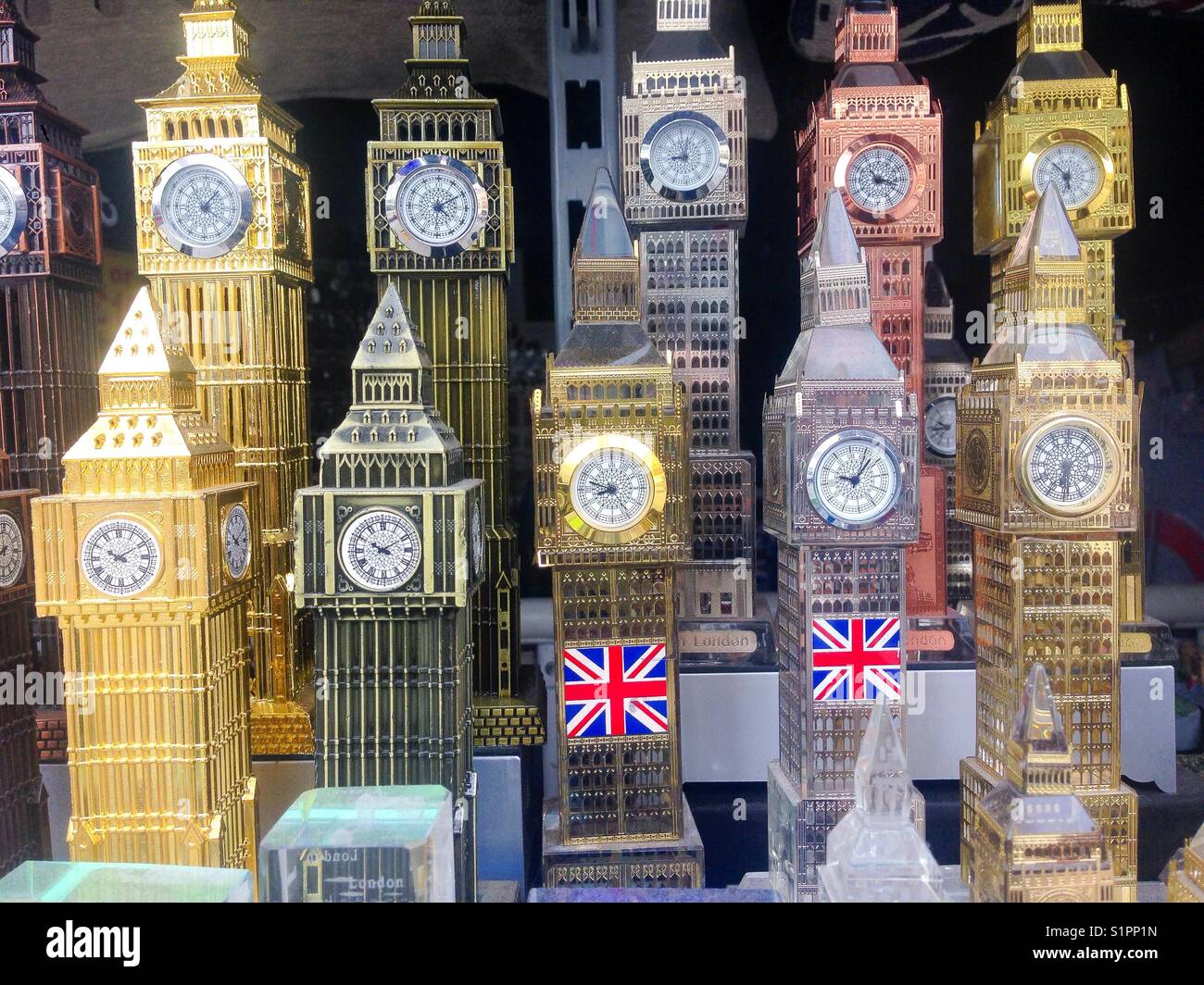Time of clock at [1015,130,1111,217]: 5:50
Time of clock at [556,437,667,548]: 8:47
